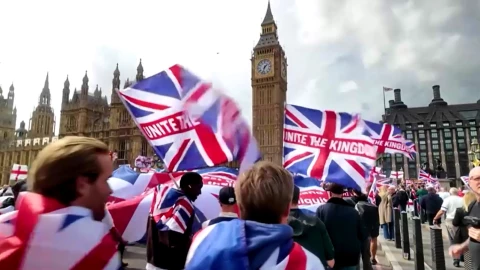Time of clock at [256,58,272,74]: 1:33
